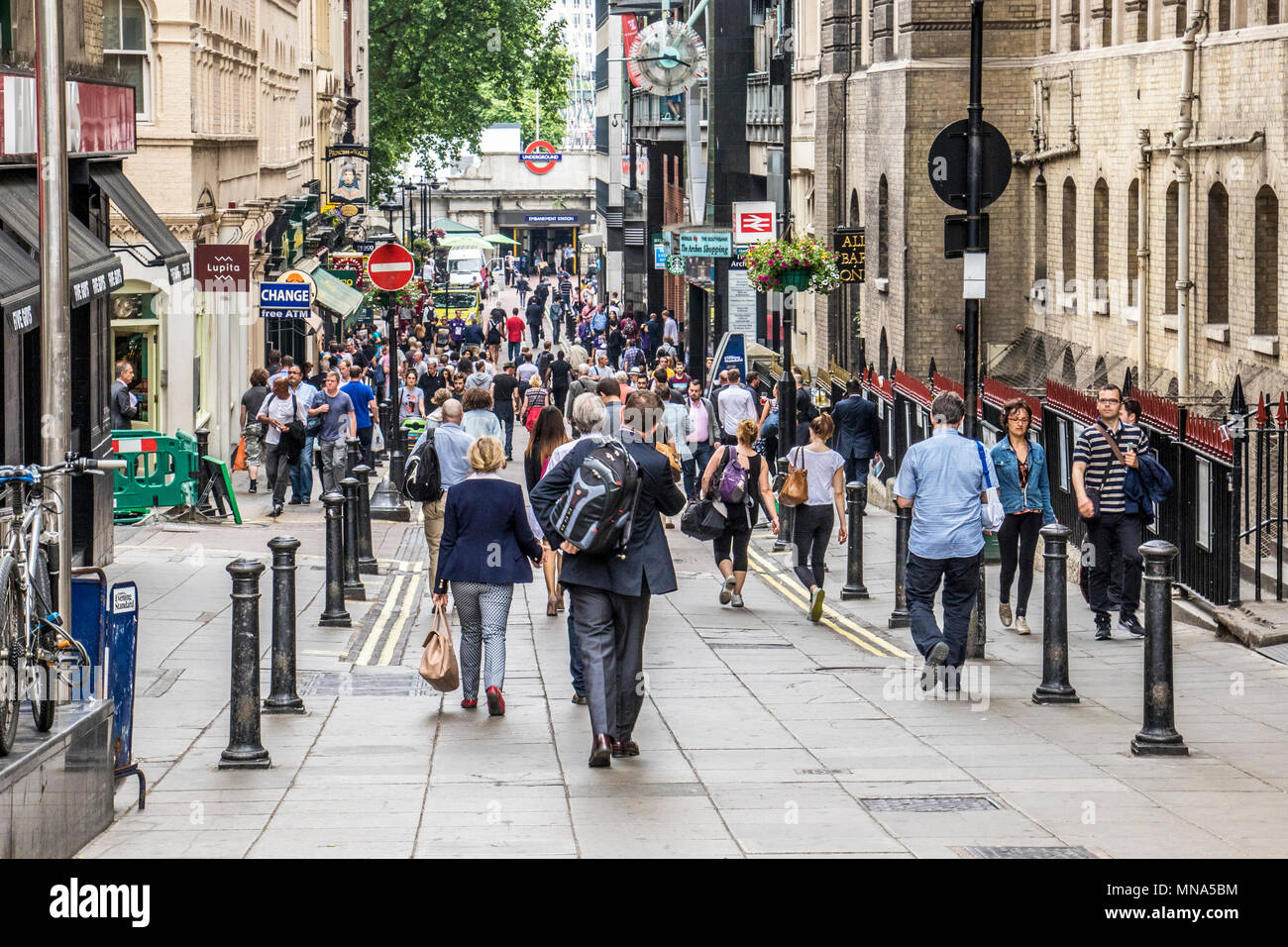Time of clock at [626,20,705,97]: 3:44
